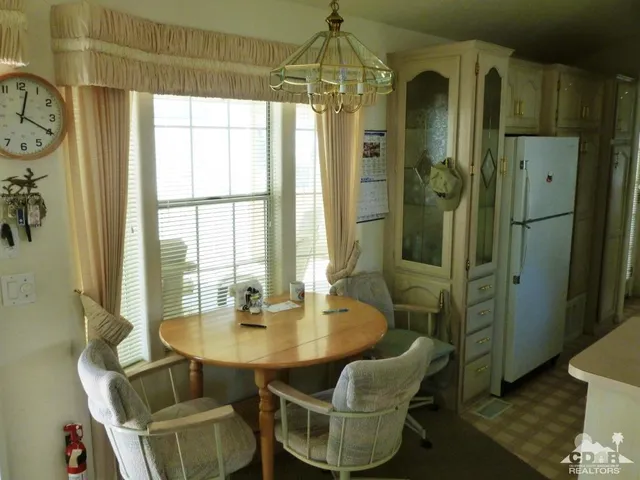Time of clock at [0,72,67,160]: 12:19
